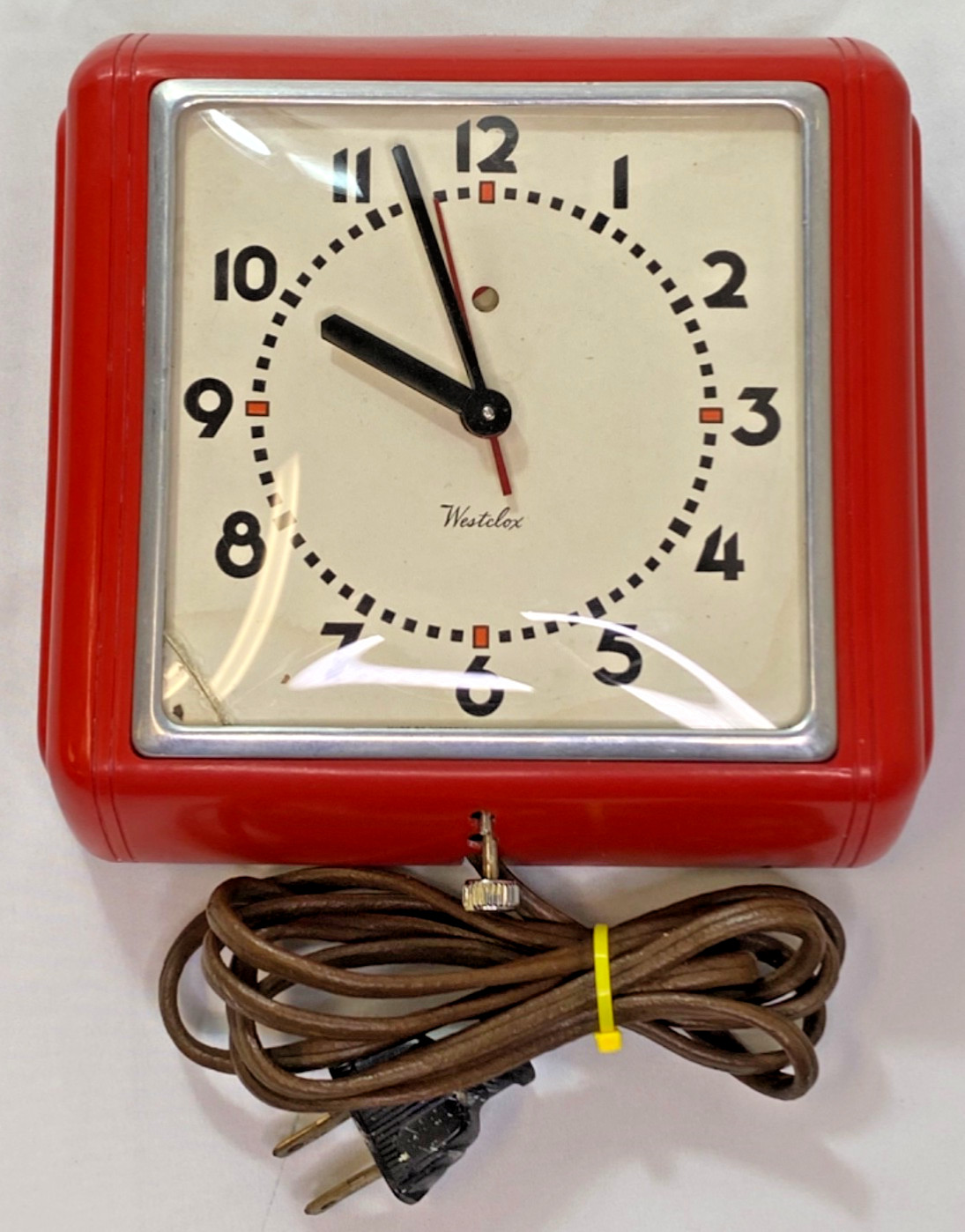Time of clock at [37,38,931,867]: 9:57
